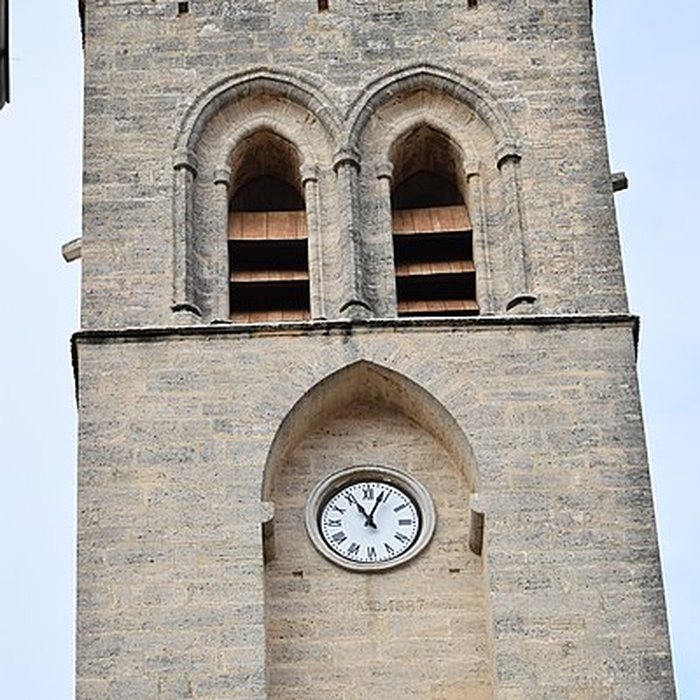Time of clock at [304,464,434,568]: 11:03
